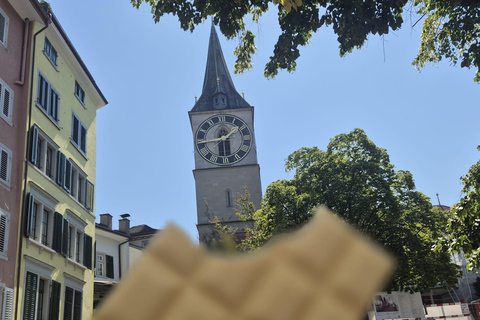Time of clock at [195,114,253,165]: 1:43
